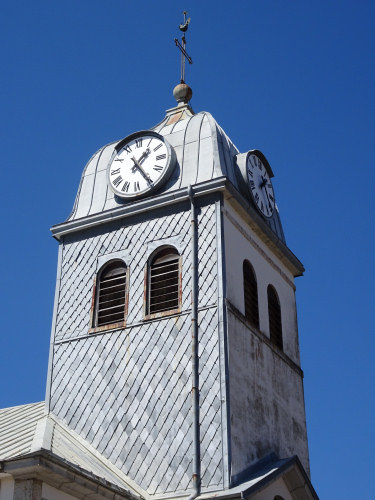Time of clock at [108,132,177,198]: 1:24
